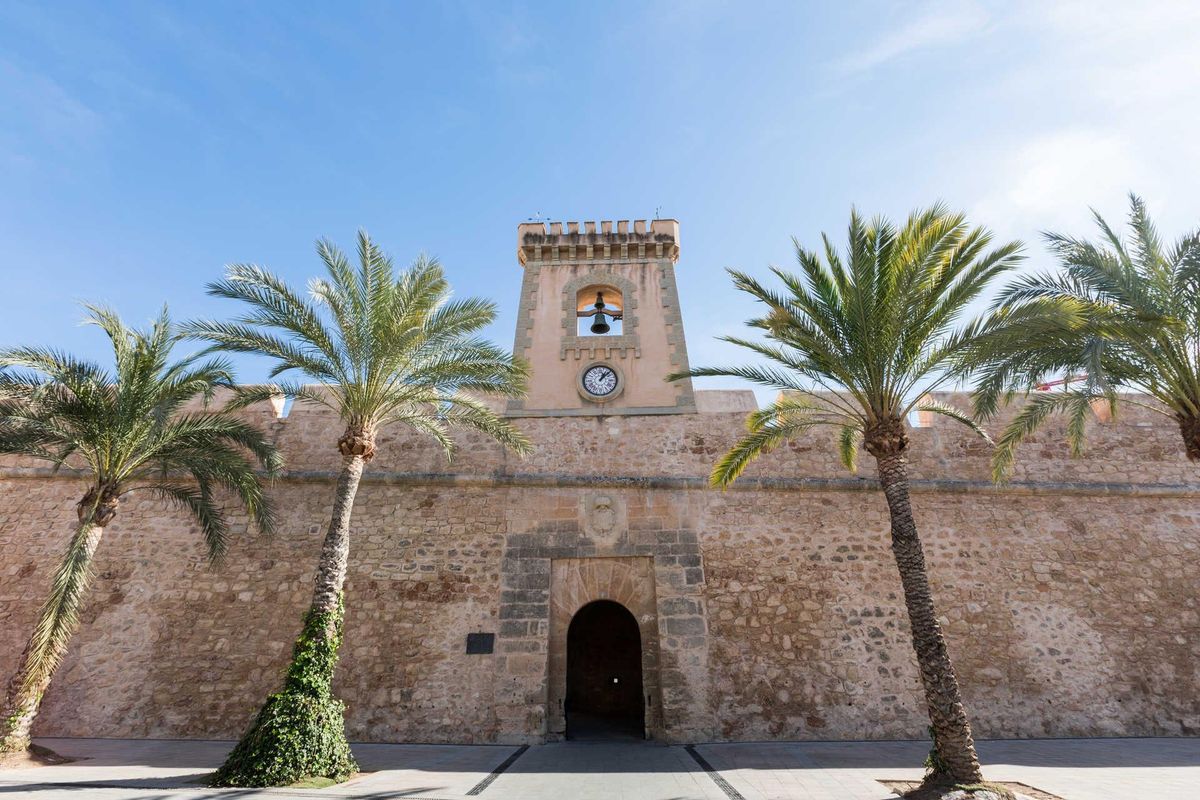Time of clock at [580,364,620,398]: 1:07
